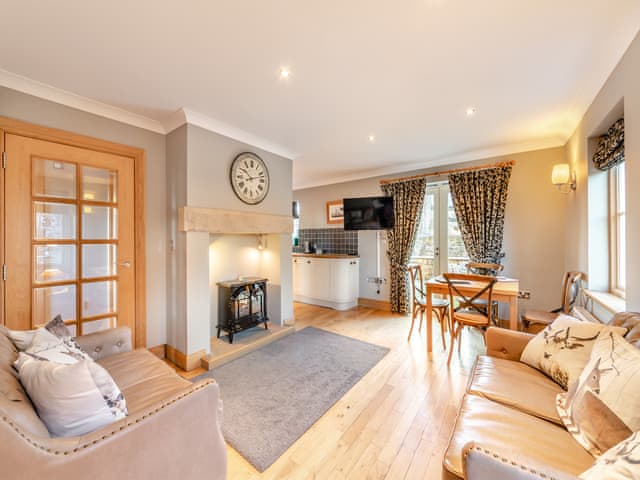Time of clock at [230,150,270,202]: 10:12
